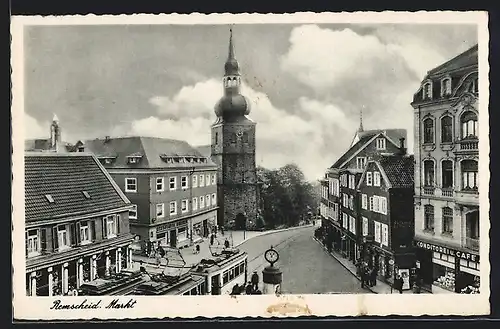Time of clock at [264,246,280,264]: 11:07
